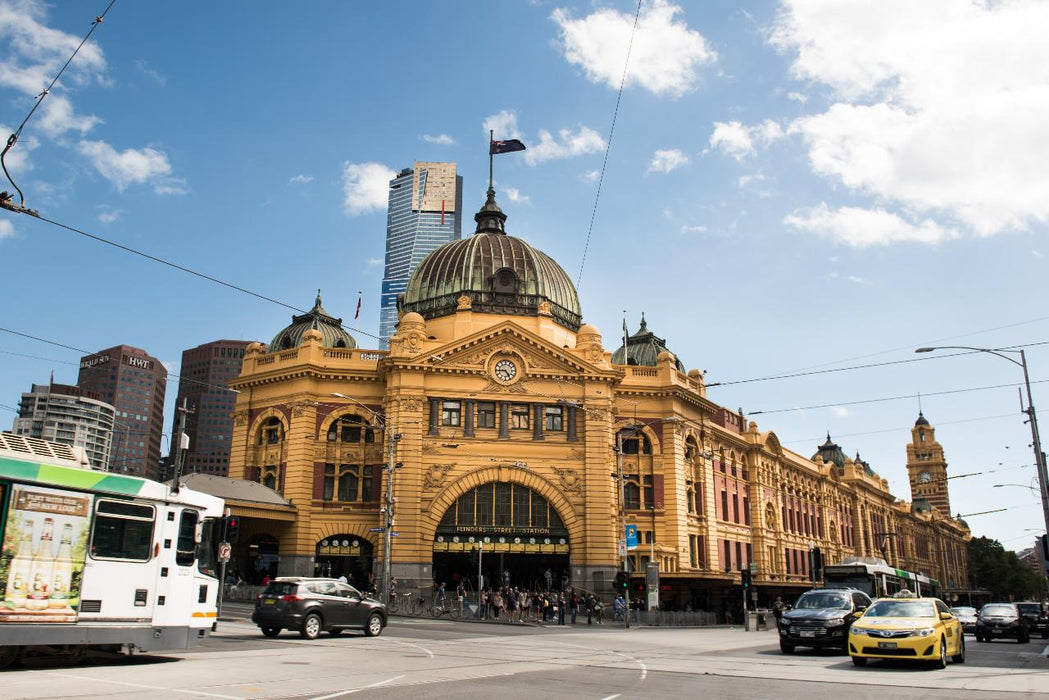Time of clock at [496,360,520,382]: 4:44
